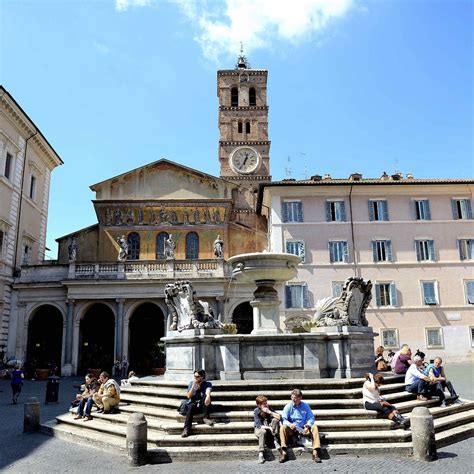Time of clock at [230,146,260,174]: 1:02
